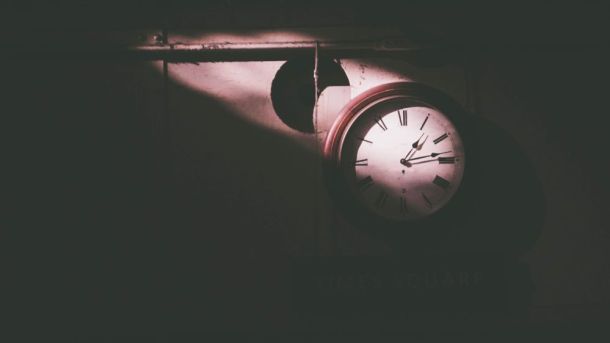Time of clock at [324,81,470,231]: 1:13
